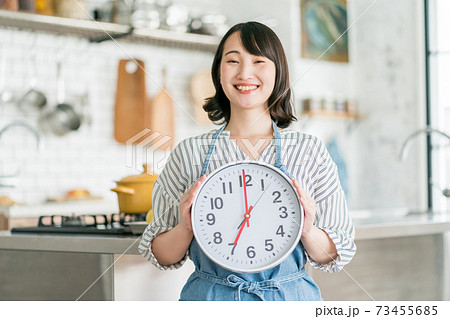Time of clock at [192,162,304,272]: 7:00
